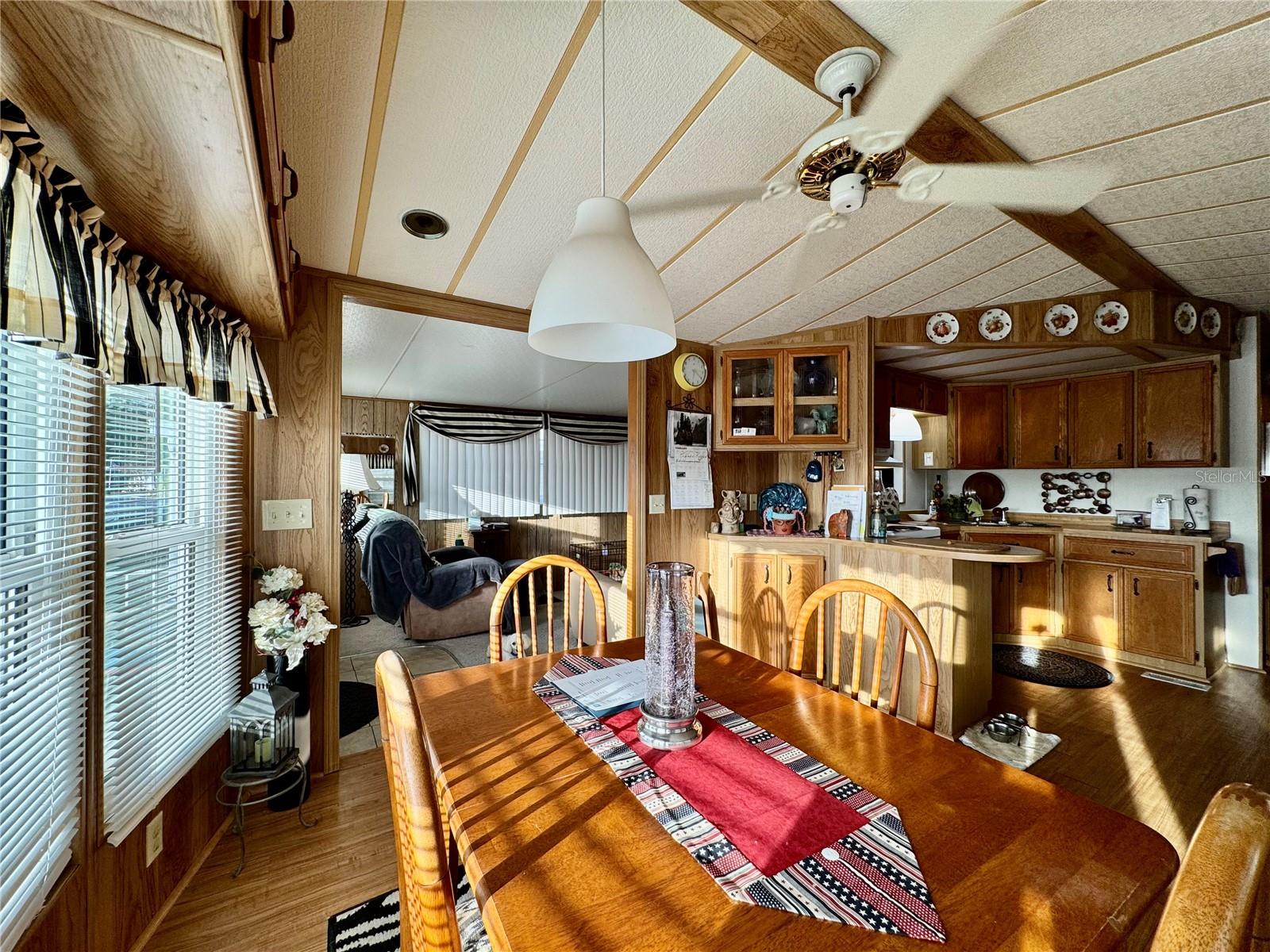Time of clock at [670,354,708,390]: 6:20
